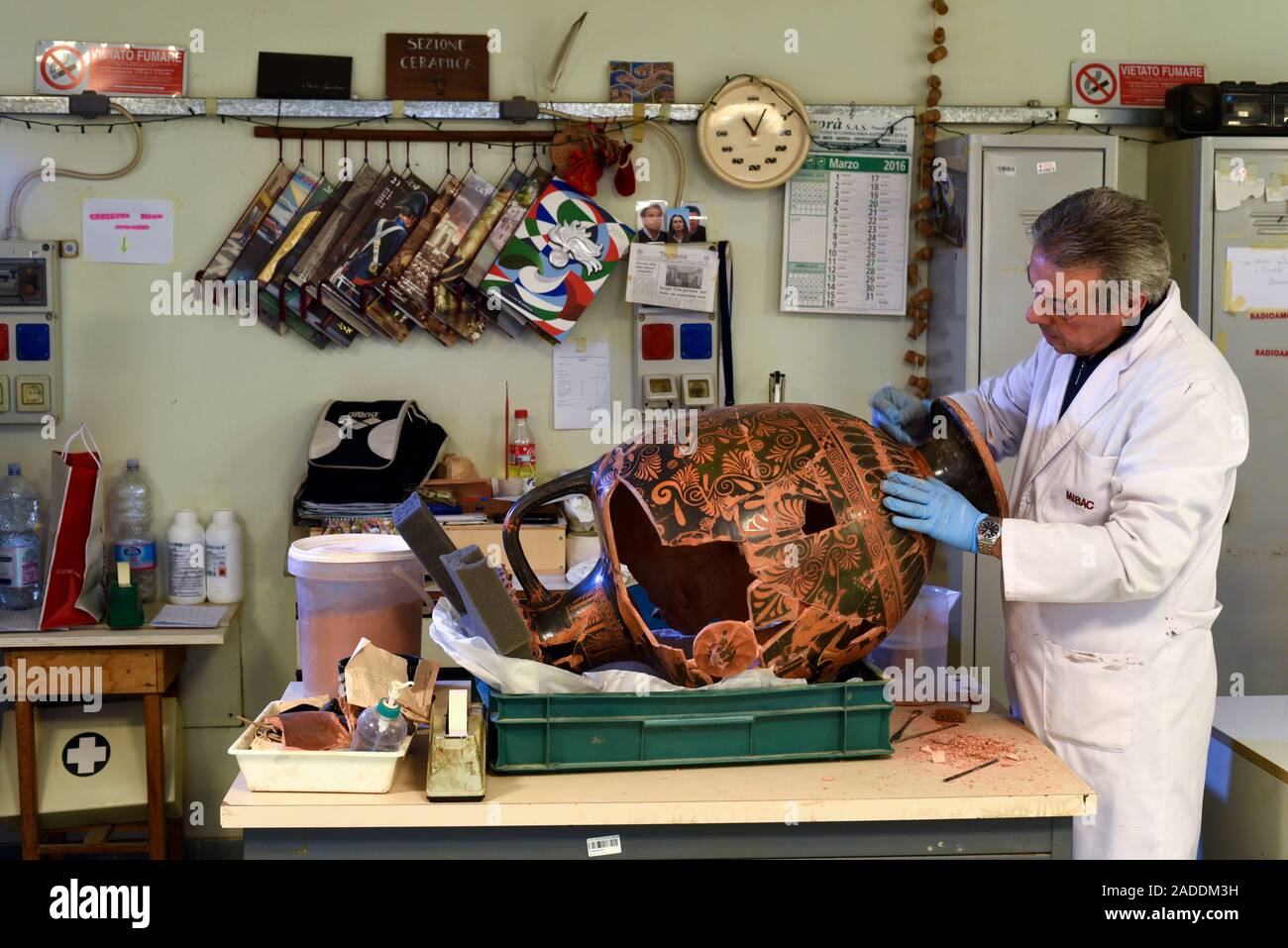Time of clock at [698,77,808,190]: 11:04
